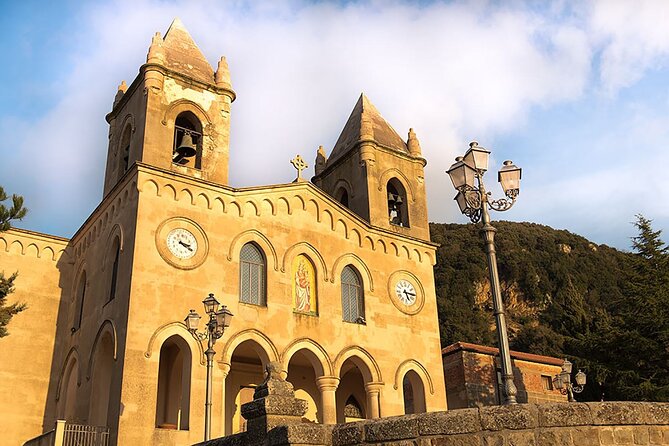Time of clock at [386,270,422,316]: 5:15
